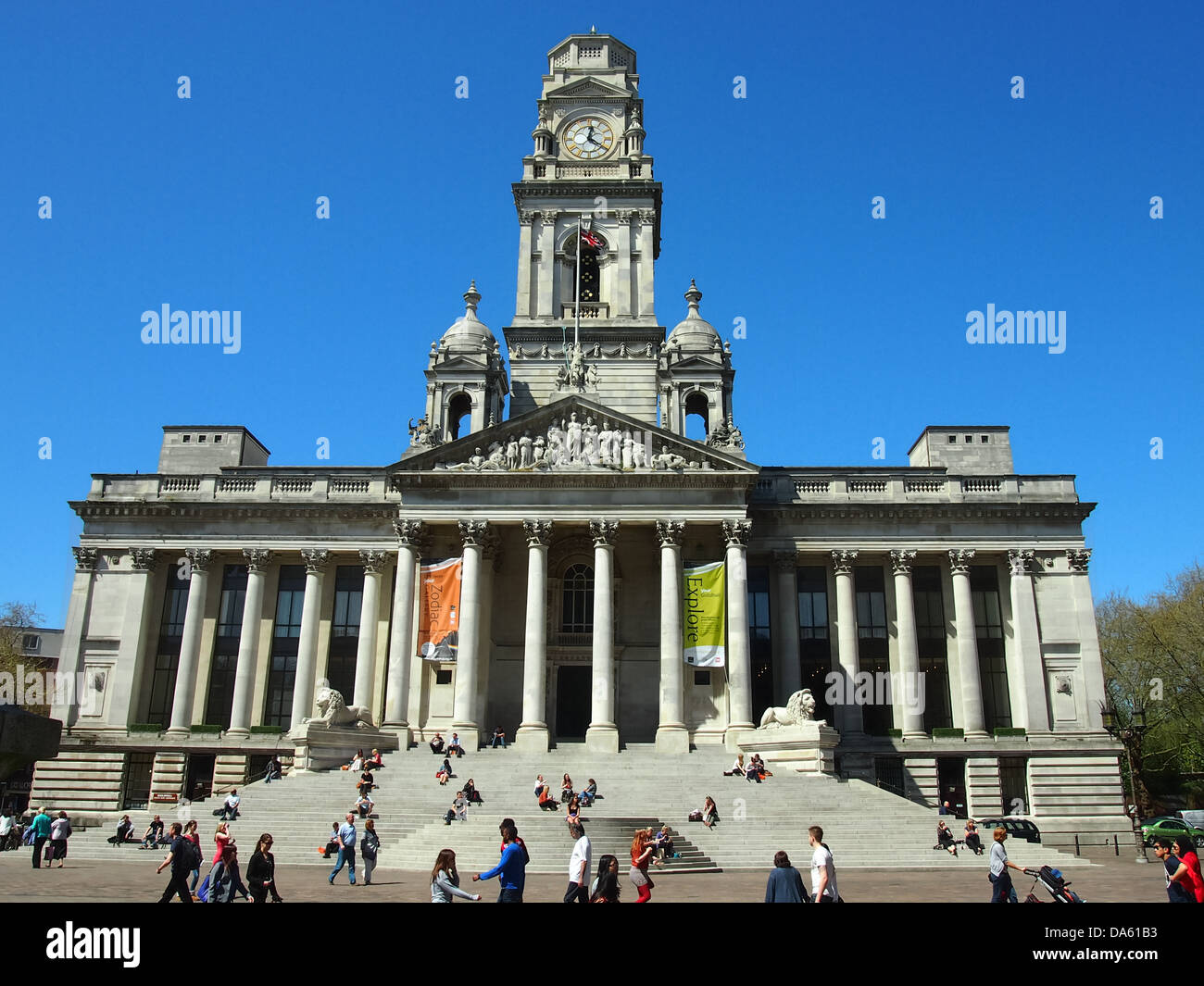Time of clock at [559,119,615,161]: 12:20
